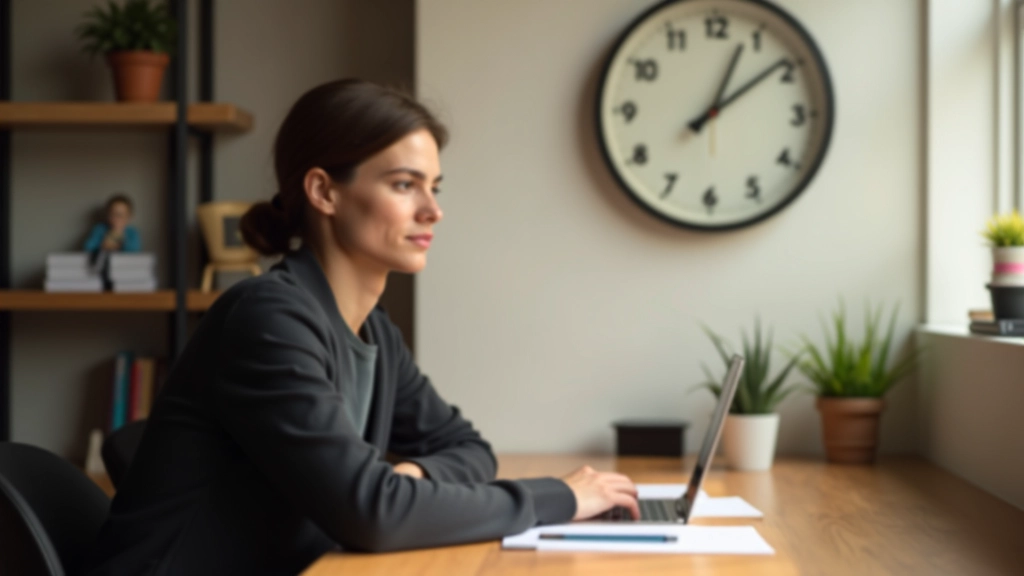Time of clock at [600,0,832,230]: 1:08
